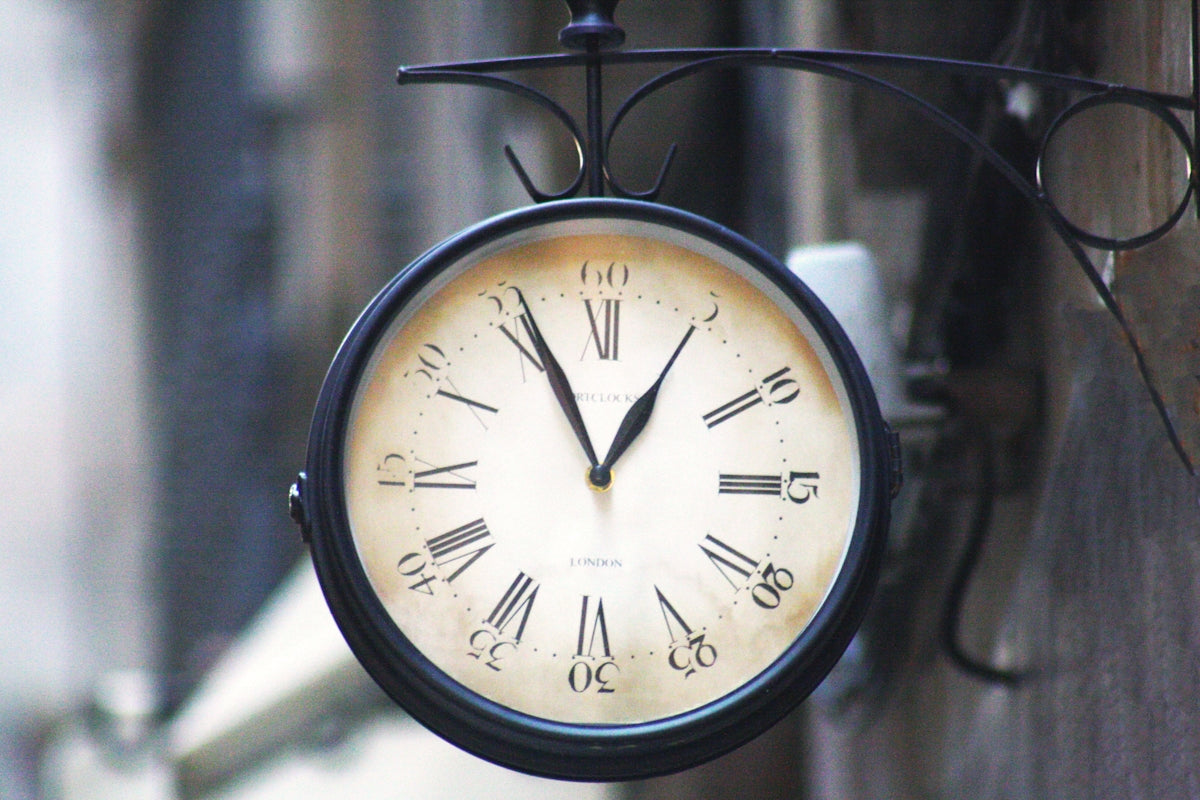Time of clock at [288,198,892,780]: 12:55
